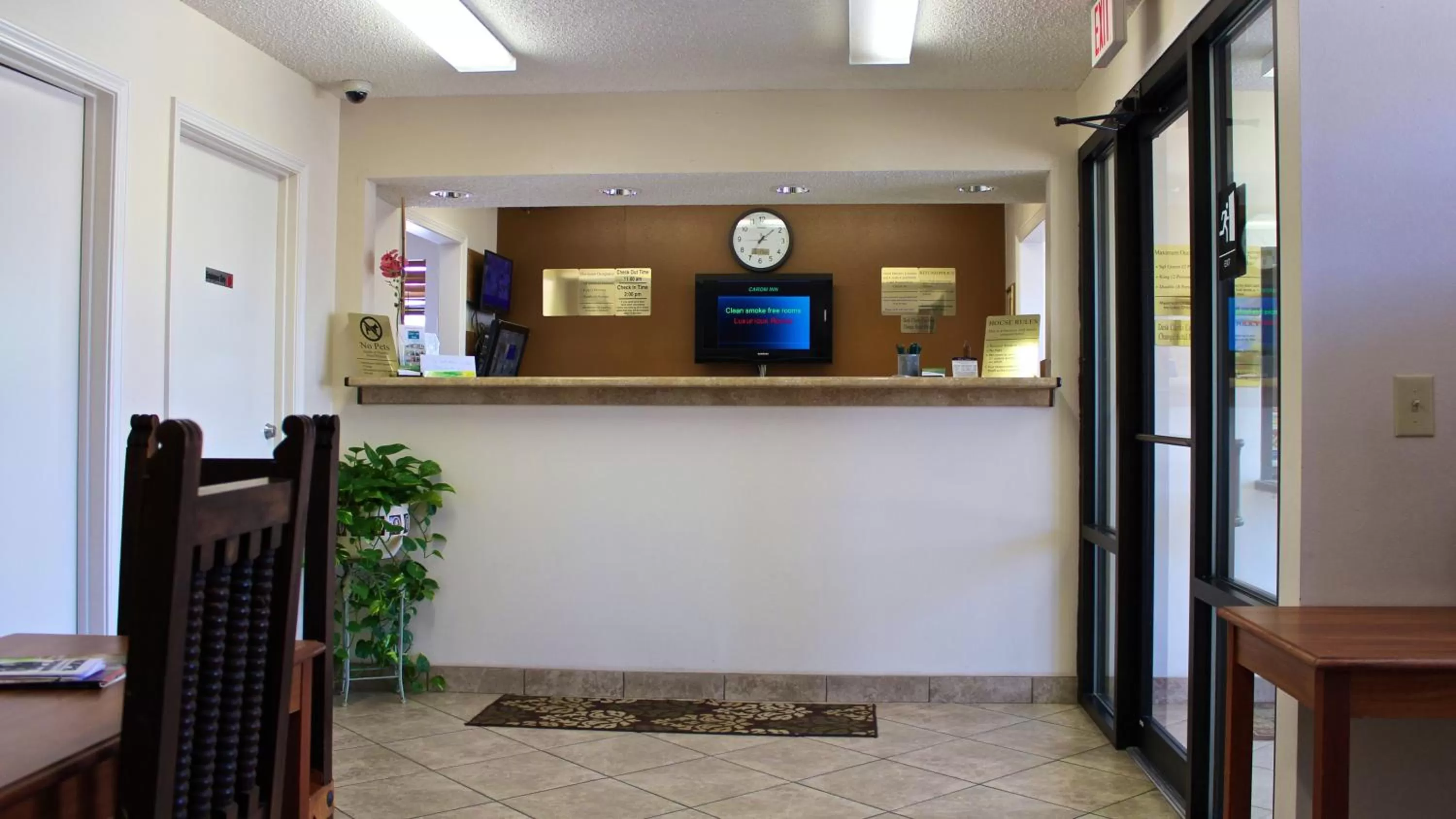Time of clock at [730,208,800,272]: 7:08
